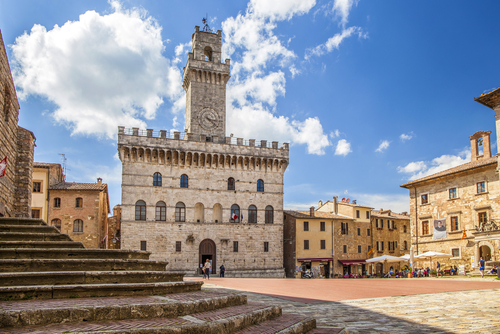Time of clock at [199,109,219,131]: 3:22
